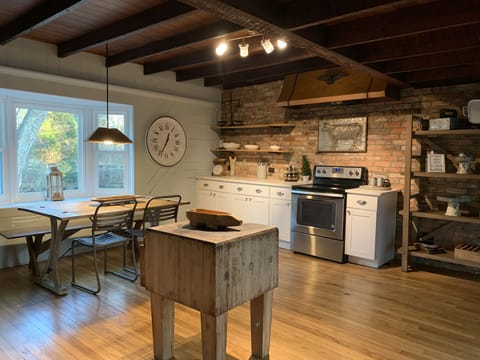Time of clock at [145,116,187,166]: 12:34
